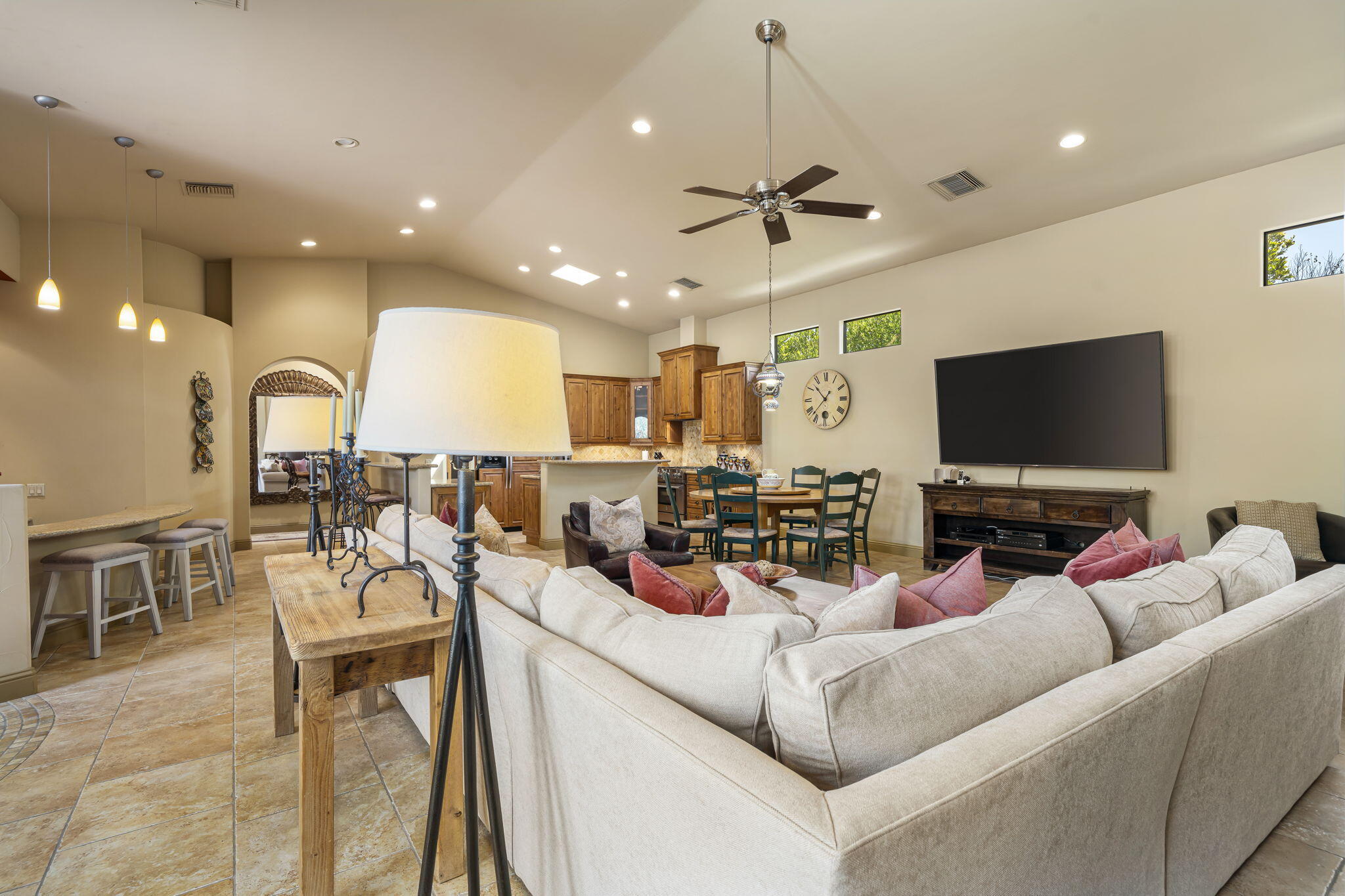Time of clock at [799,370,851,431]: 10:37
